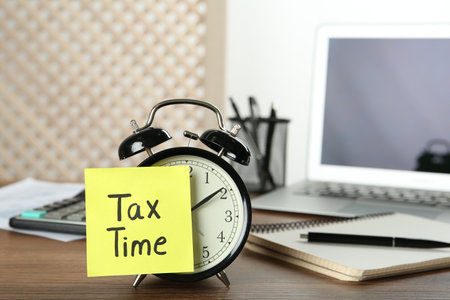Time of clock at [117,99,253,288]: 12:09
